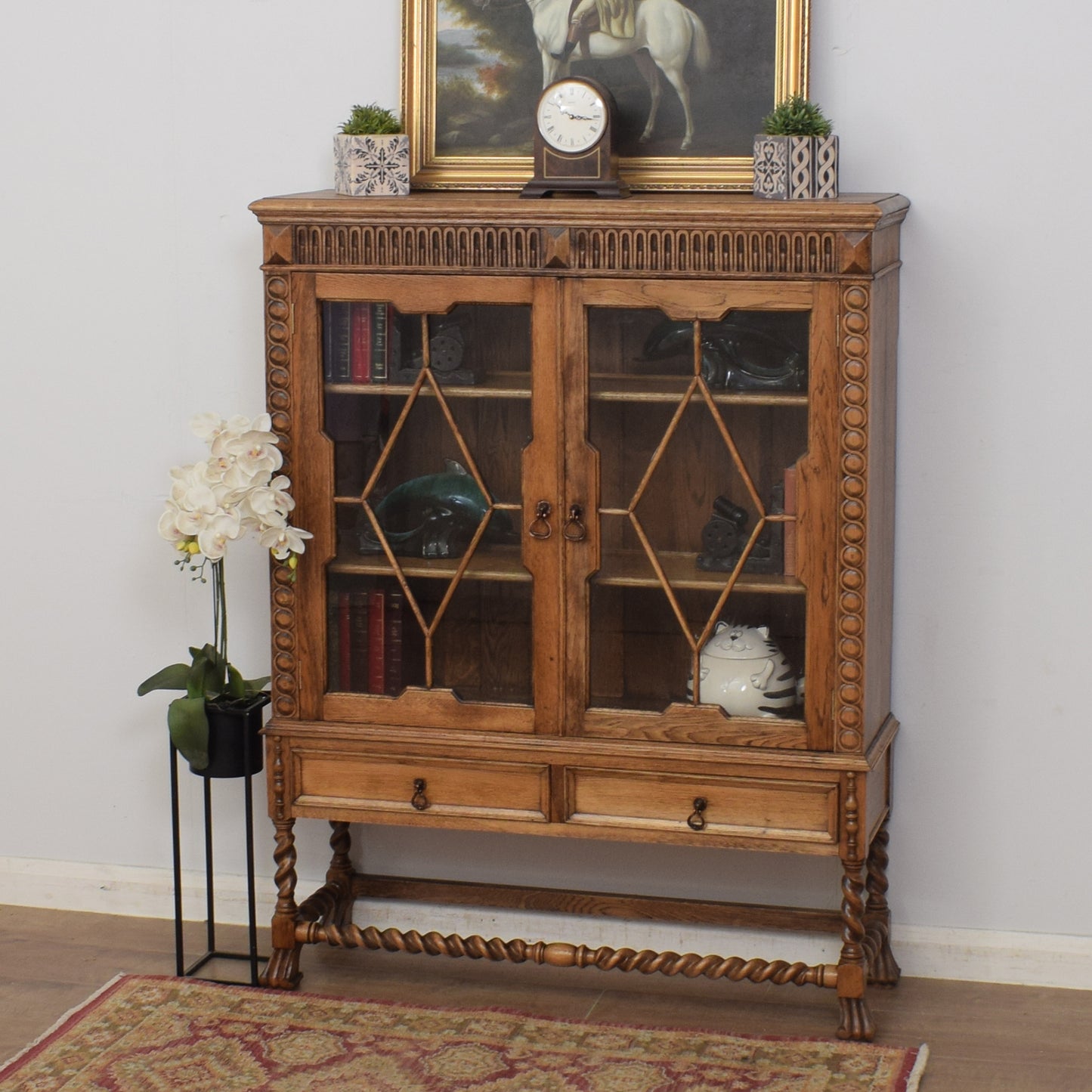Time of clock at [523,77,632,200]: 10:16
